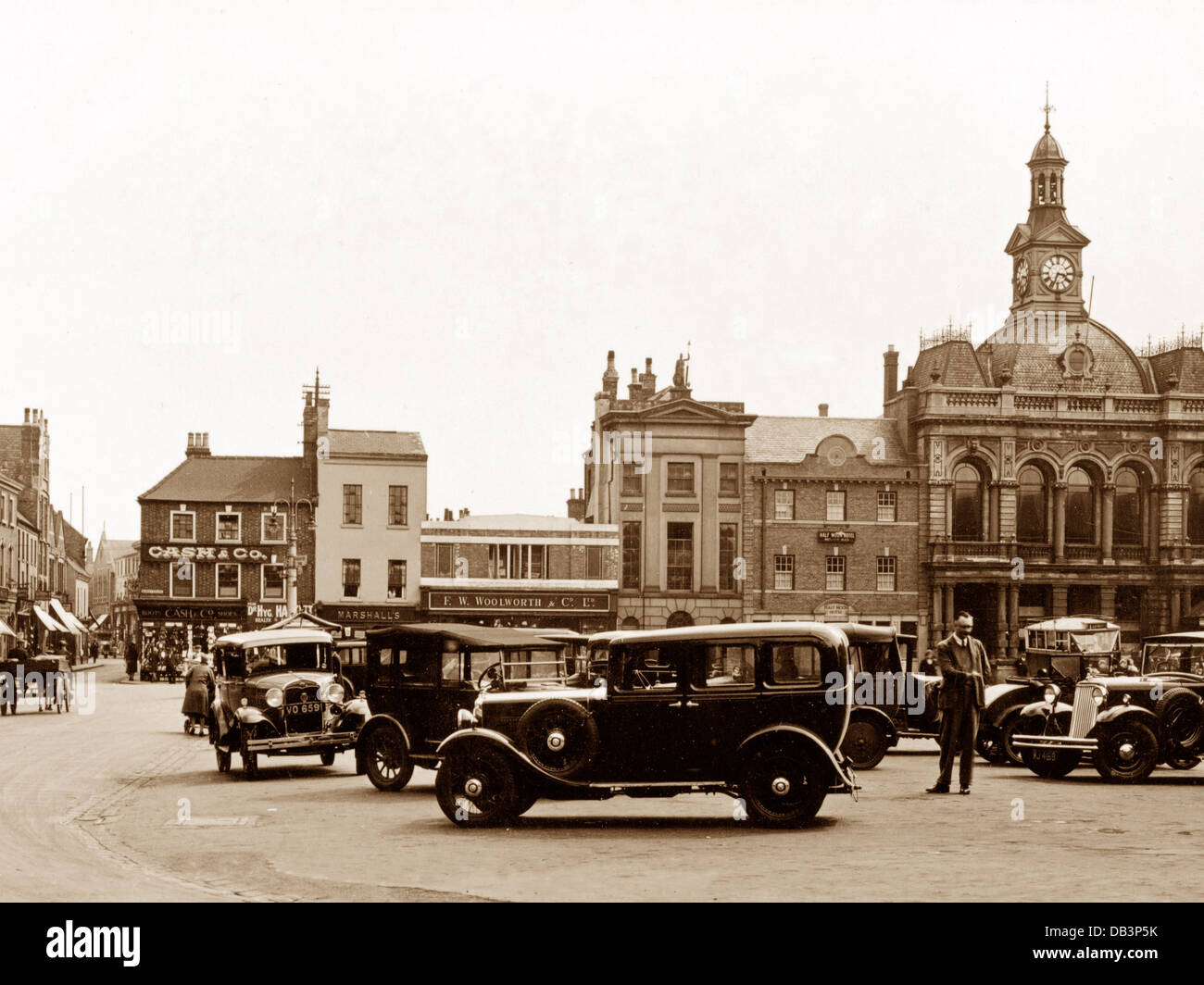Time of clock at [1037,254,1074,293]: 3:33
